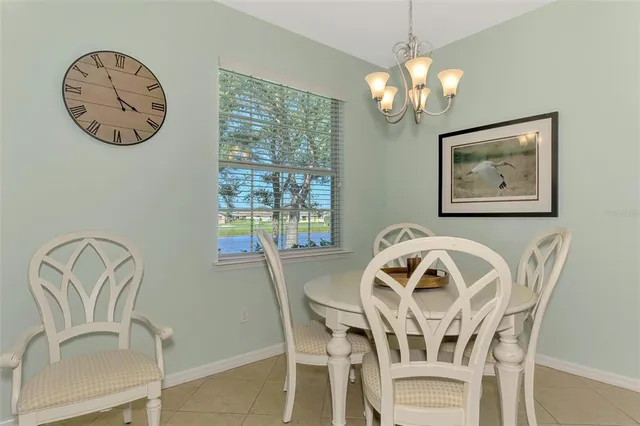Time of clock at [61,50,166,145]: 3:55
